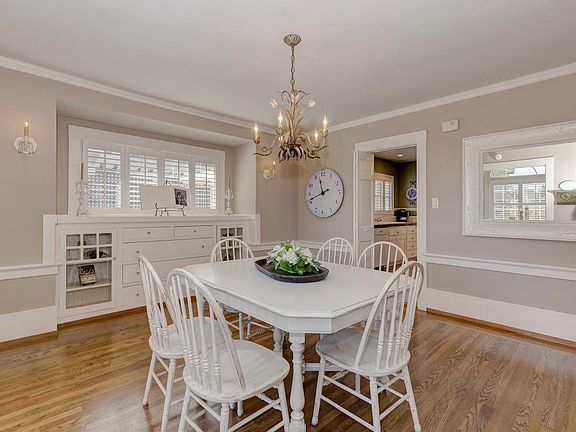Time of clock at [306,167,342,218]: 11:41
